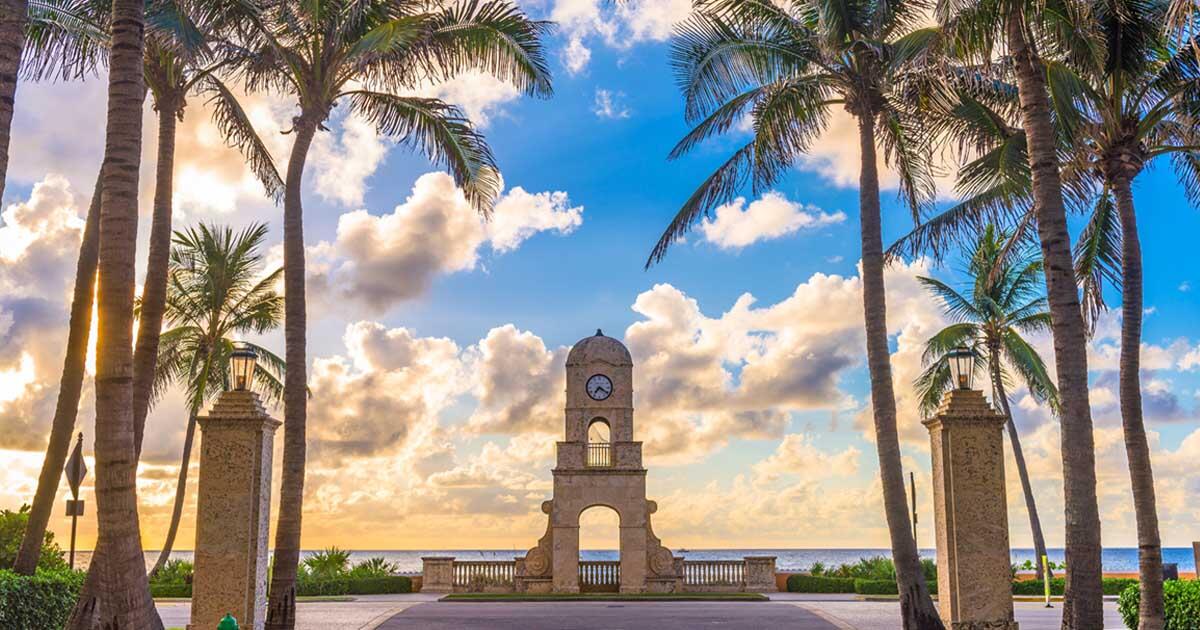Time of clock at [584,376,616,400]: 7:20
